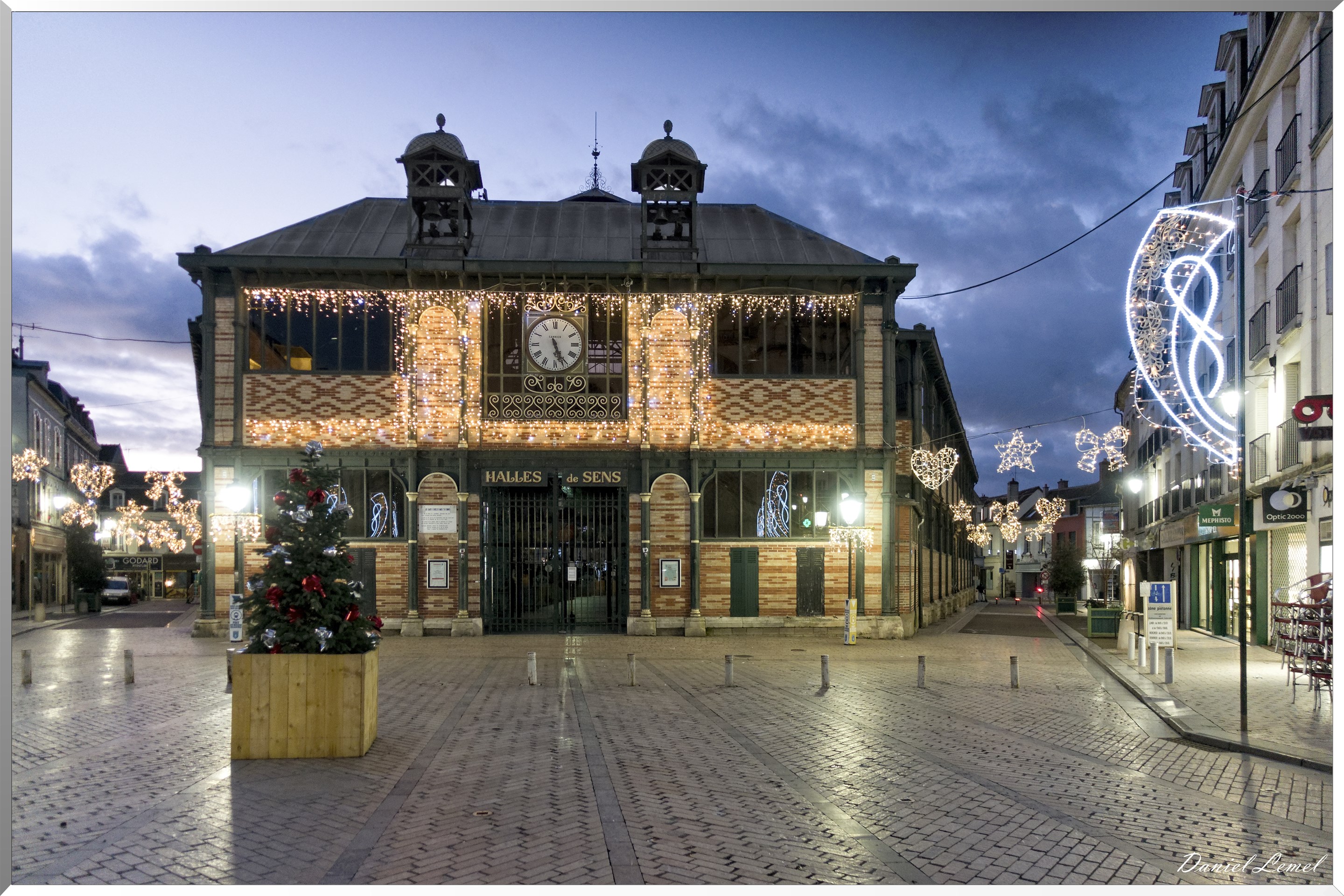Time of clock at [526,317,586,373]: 5:26
